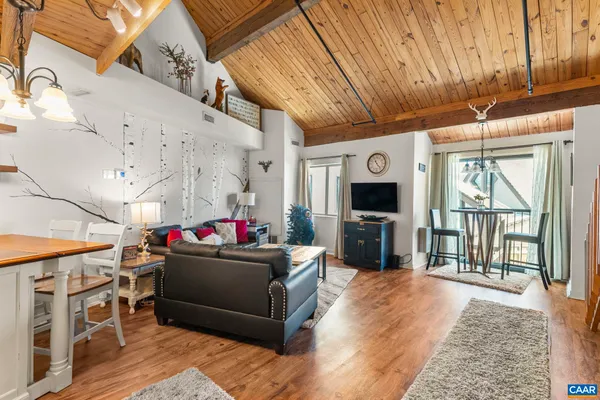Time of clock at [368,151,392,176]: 11:23
